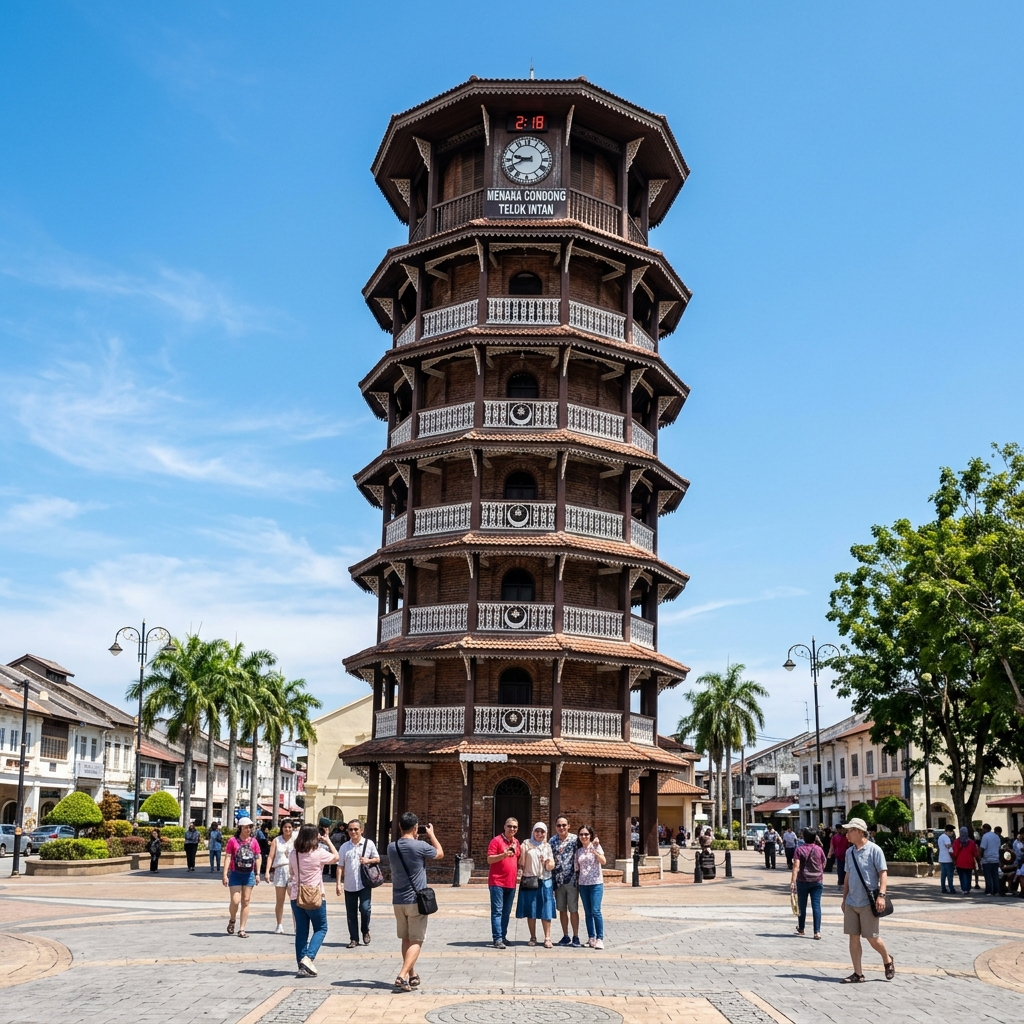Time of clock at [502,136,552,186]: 9:41
